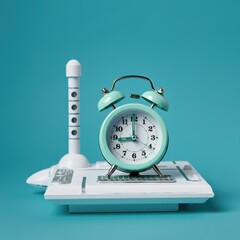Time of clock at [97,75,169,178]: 8:59
